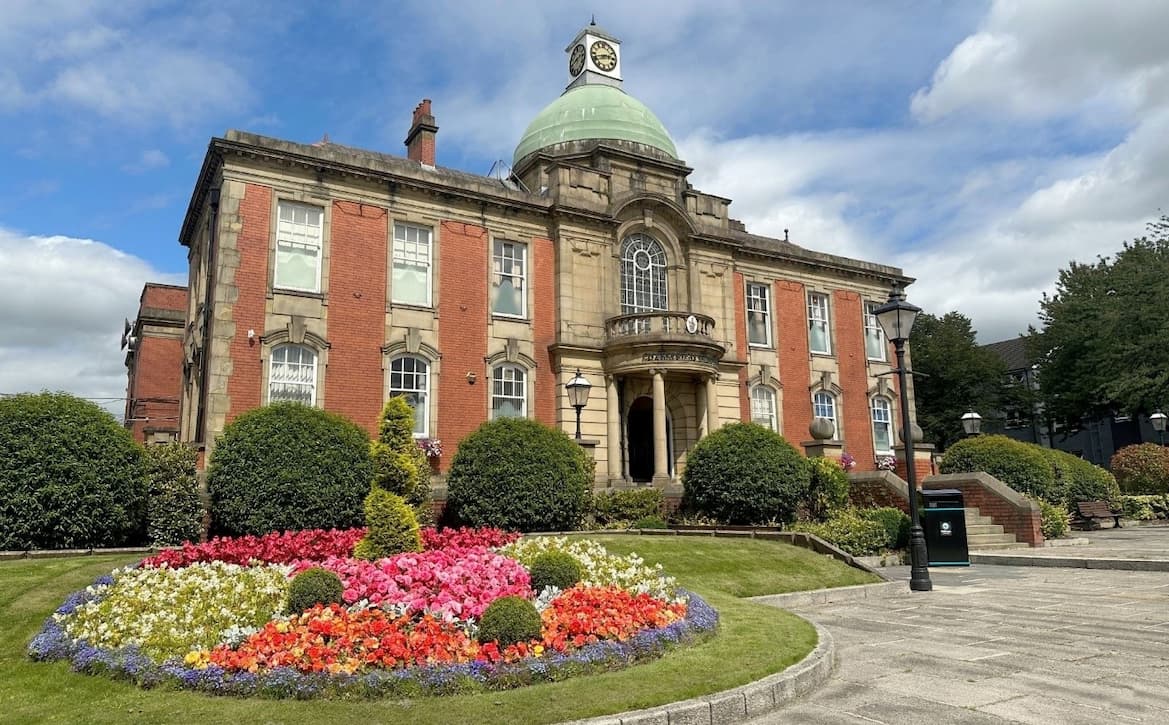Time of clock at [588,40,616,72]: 2:42
